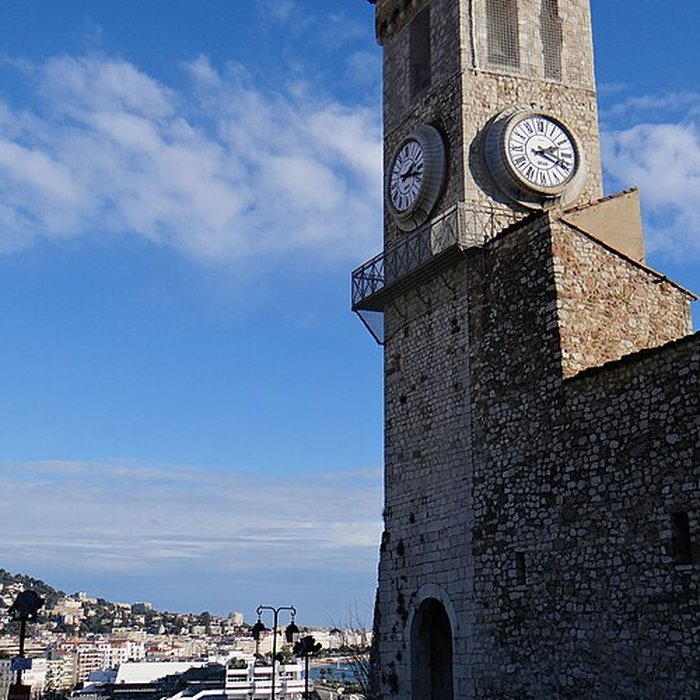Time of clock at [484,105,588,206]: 2:18
